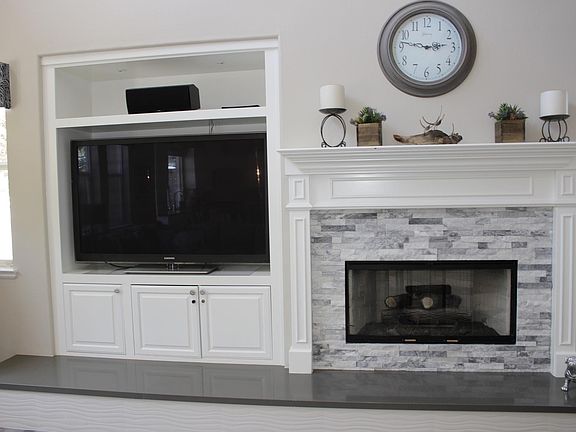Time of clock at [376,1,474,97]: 2:46
